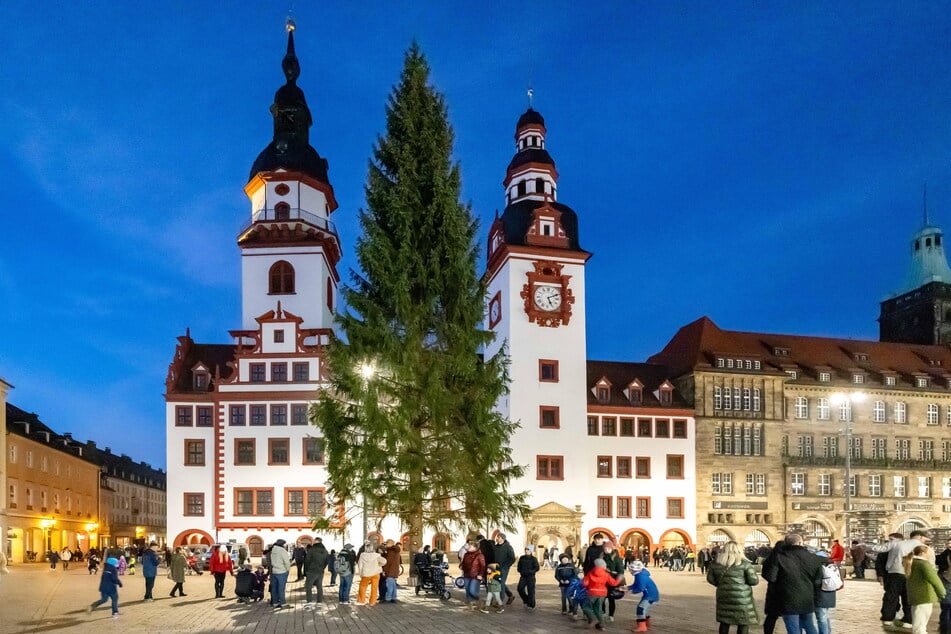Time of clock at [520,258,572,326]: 5:11
